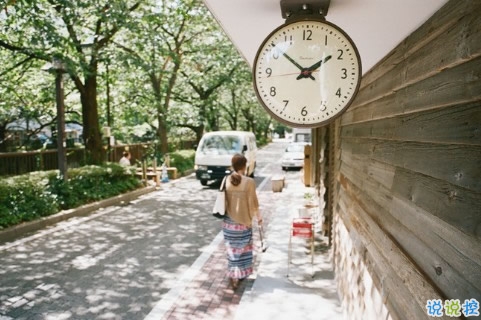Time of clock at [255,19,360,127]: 1:51
